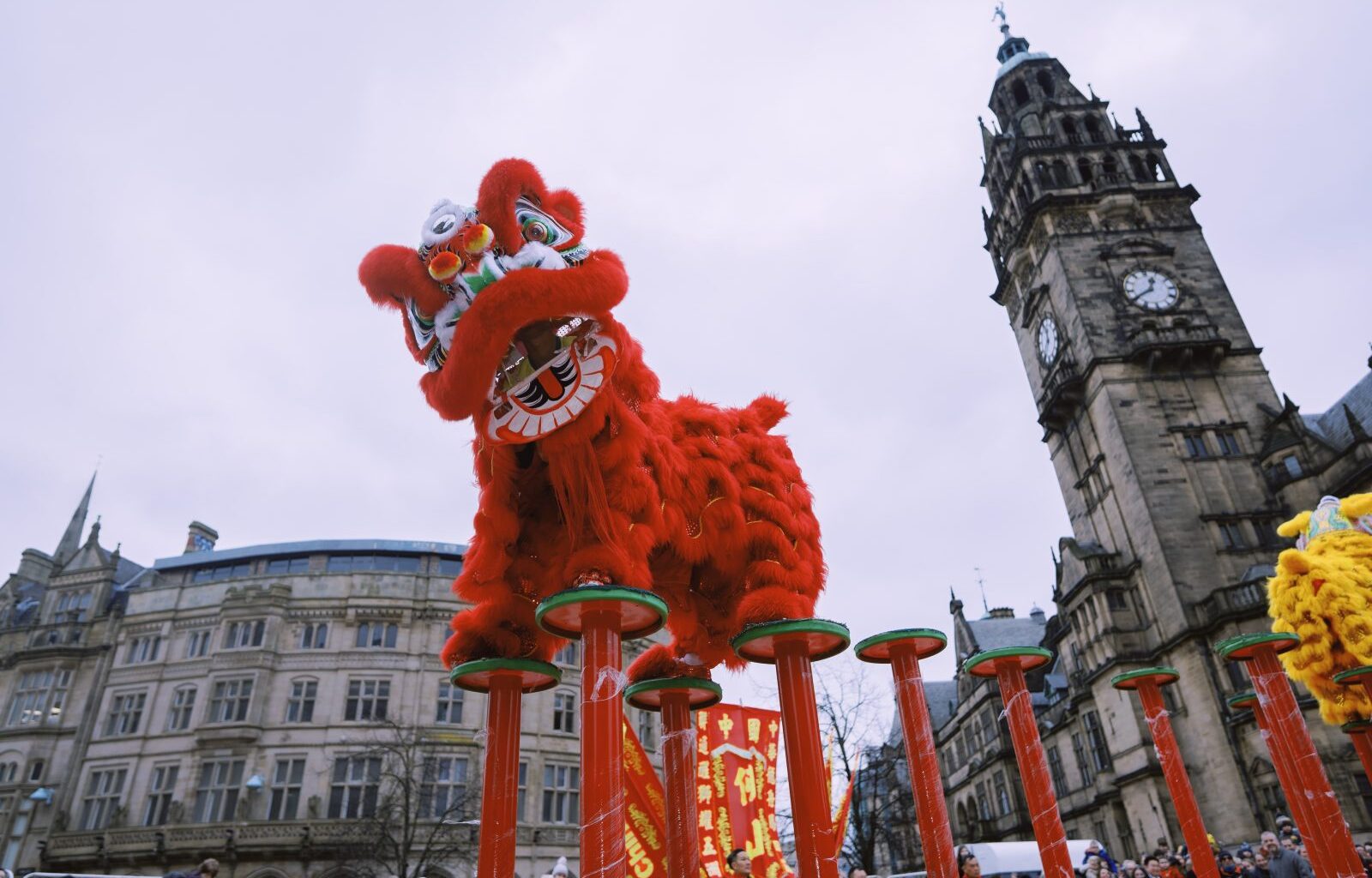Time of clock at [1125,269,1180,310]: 12:40
